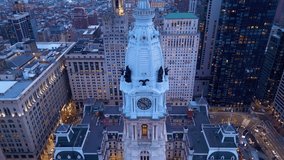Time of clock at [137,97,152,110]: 4:50
